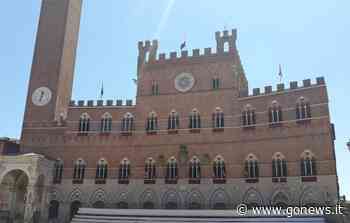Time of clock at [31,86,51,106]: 12:32
